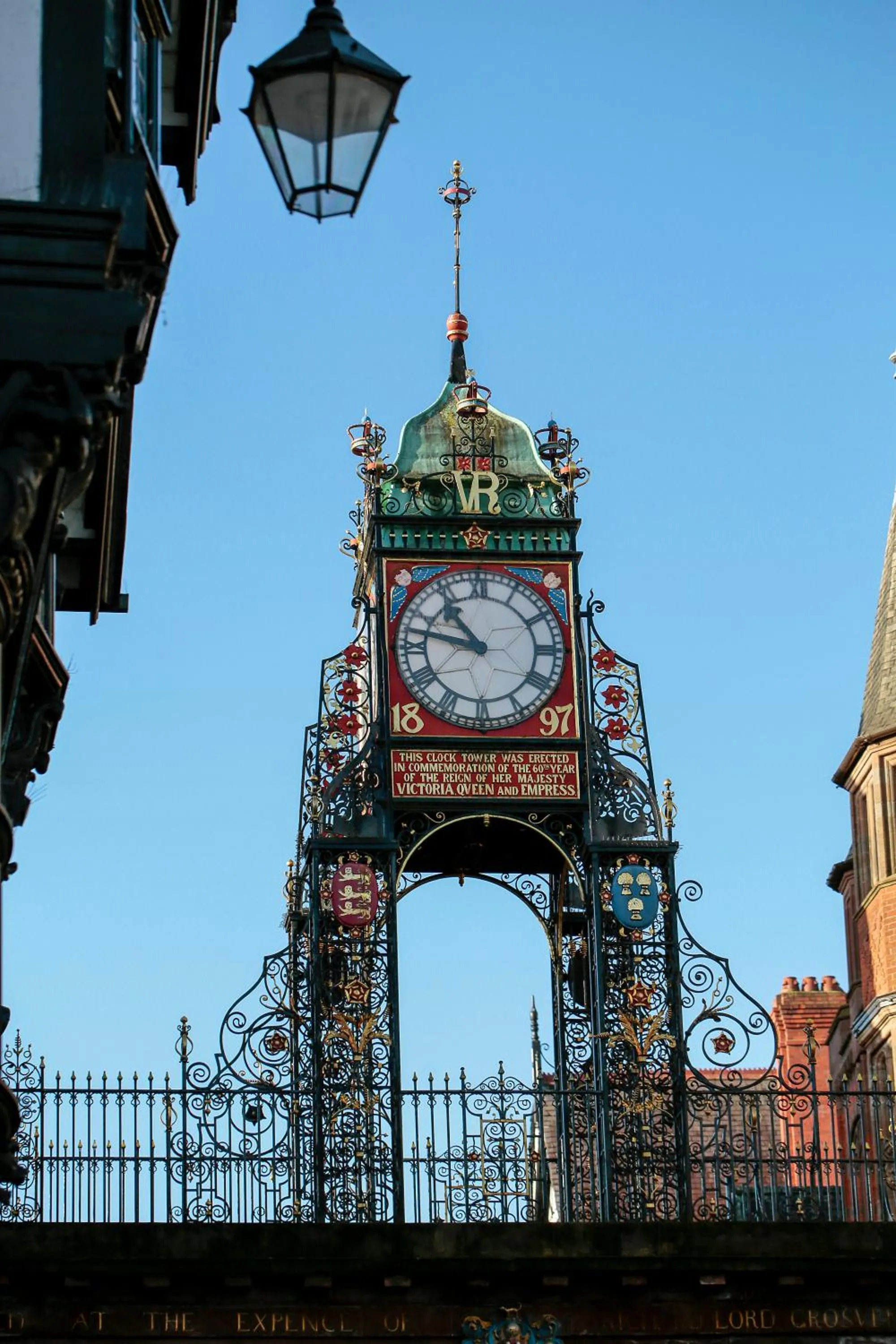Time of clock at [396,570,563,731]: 10:47
